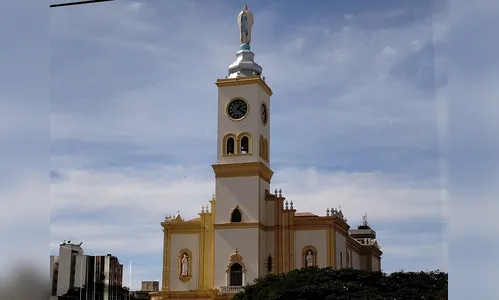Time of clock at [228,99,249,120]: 1:20
